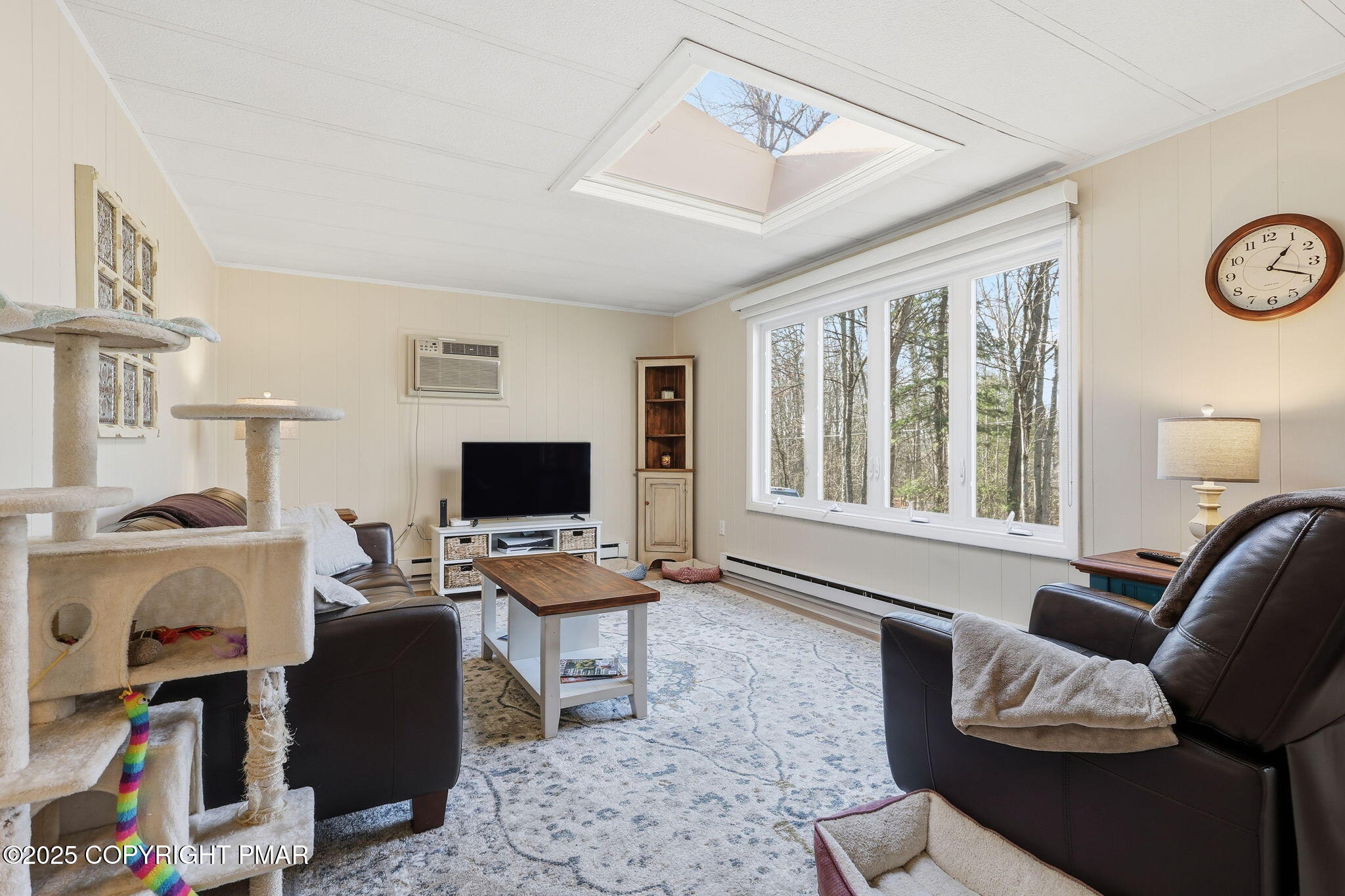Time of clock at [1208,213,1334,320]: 1:18
